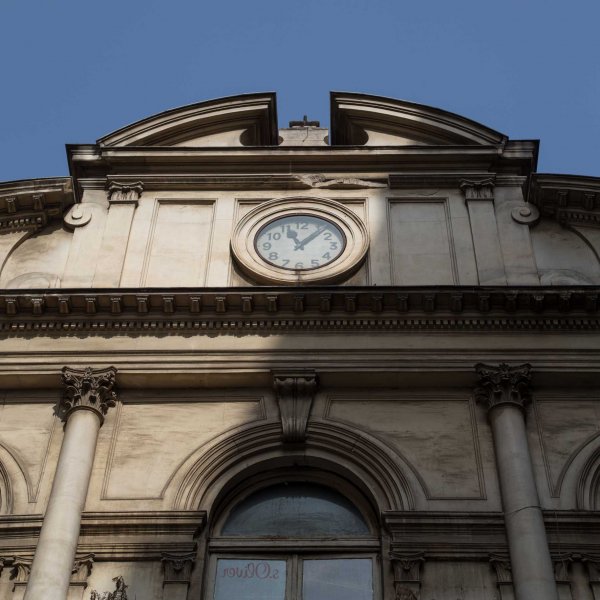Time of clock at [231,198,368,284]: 11:07
